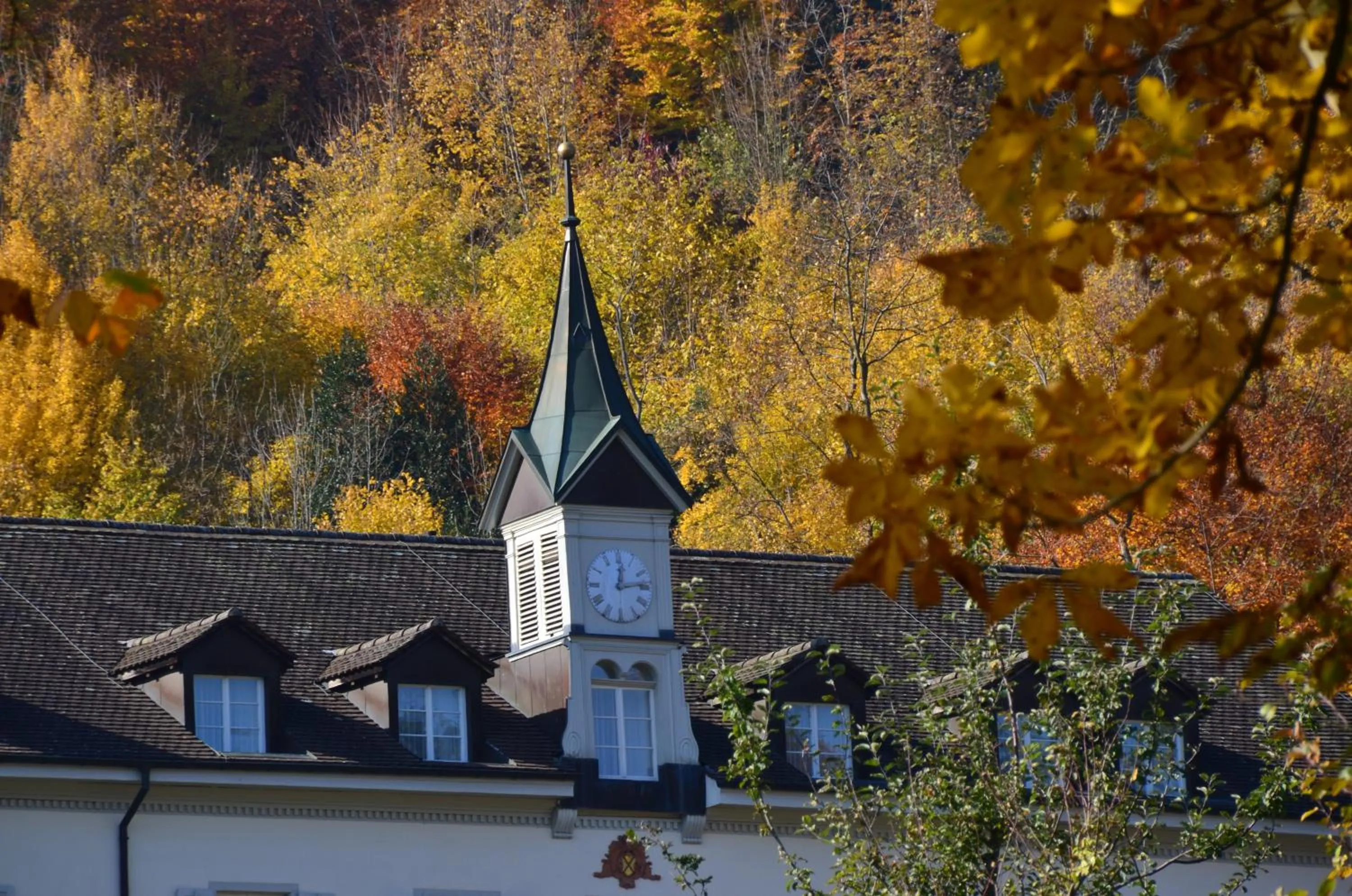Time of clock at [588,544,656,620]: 12:13
